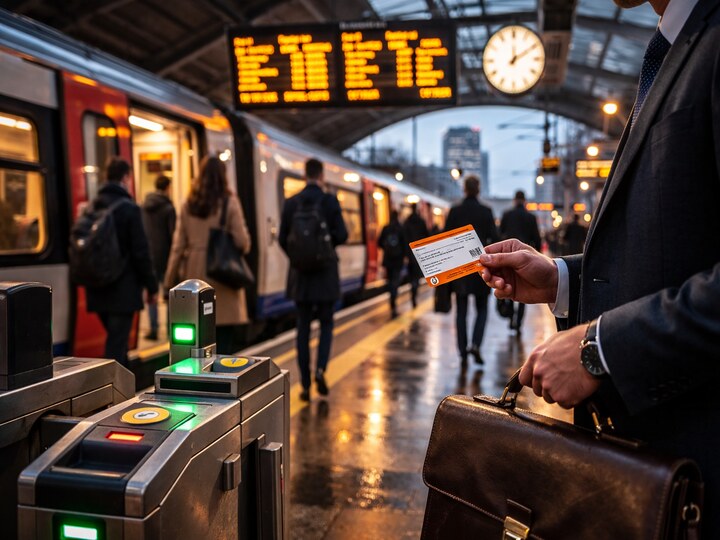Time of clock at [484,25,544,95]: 12:09
